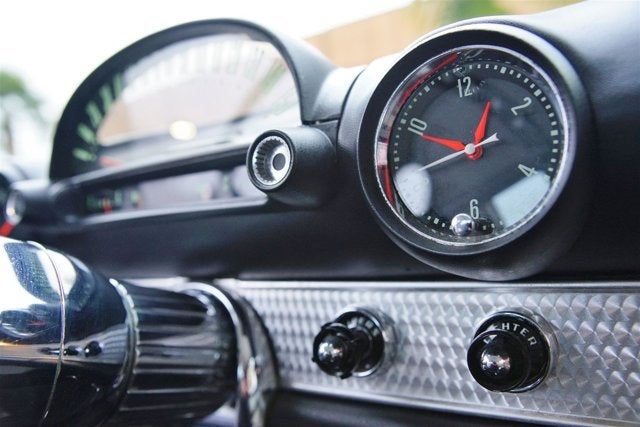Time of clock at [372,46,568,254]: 12:49
